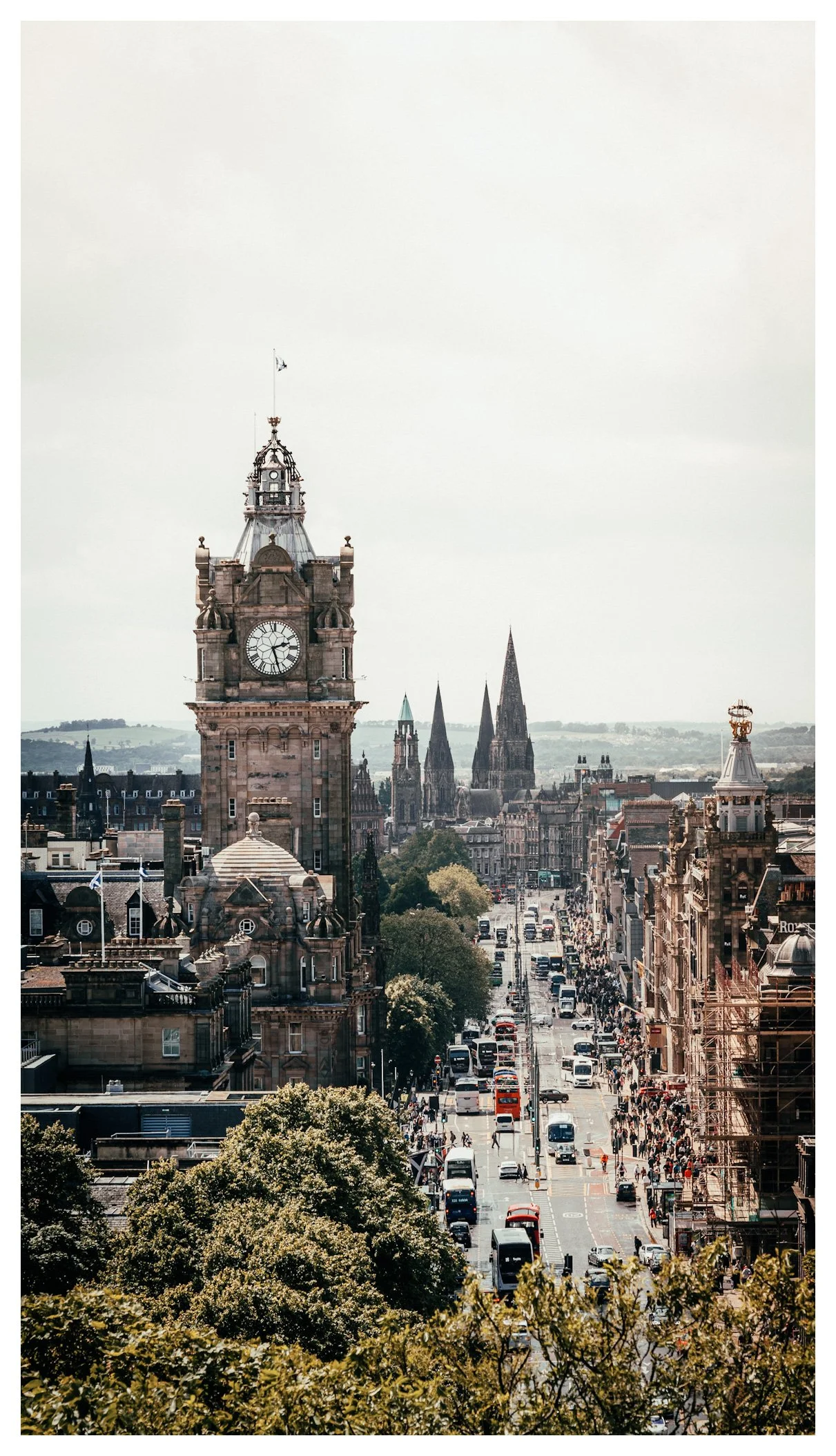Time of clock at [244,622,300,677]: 2:27
